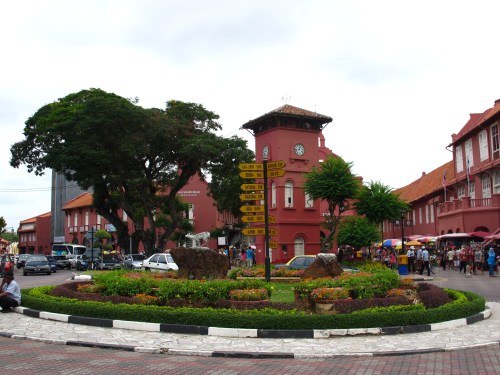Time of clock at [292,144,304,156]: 12:43
